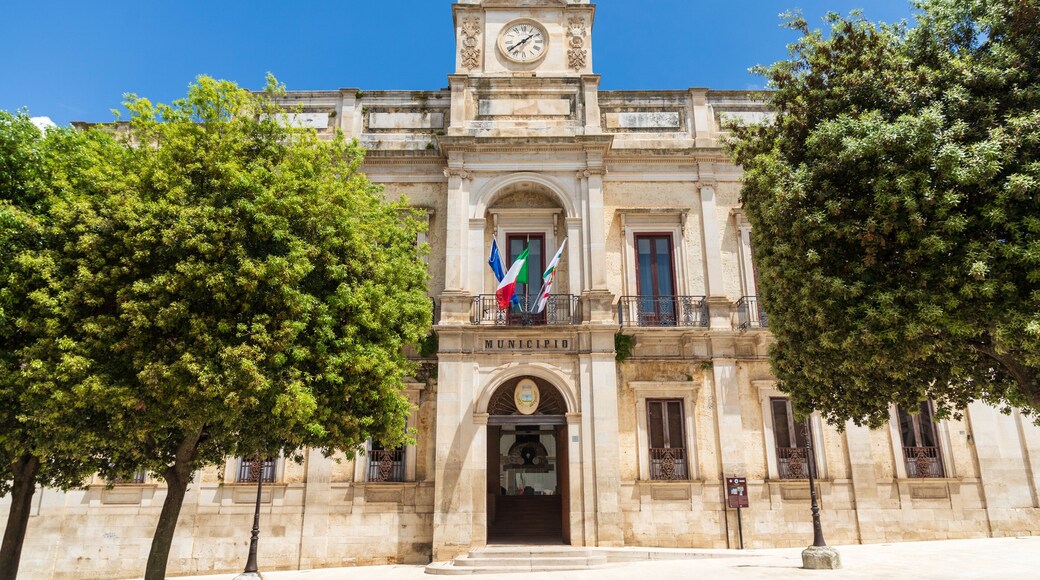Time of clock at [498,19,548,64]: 1:38
